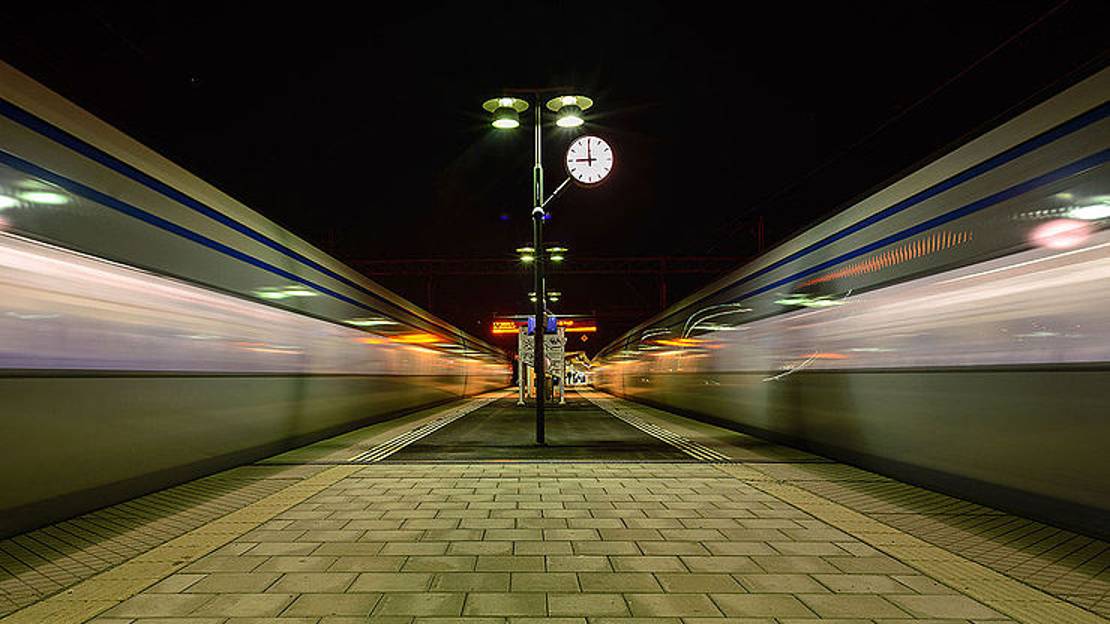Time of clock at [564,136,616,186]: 8:59
